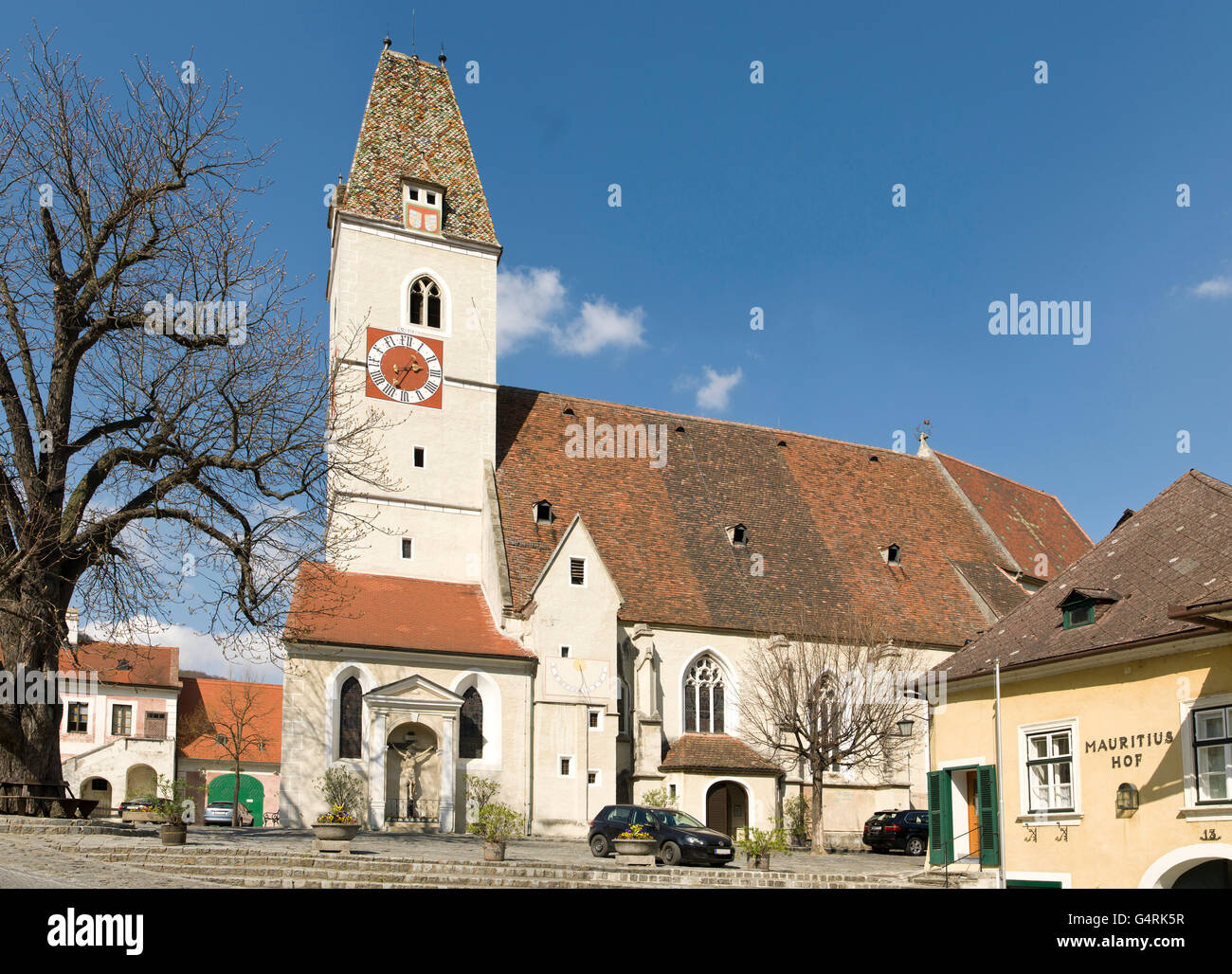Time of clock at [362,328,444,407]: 2:34
